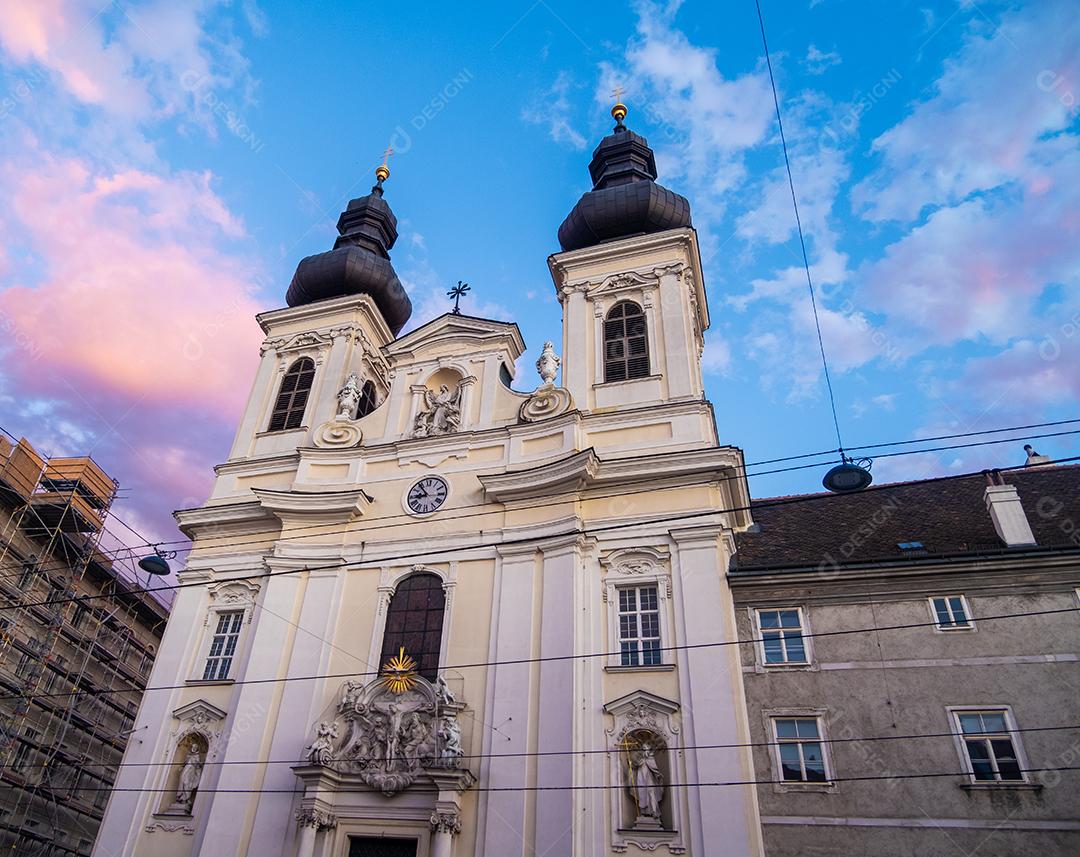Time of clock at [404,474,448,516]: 8:53
